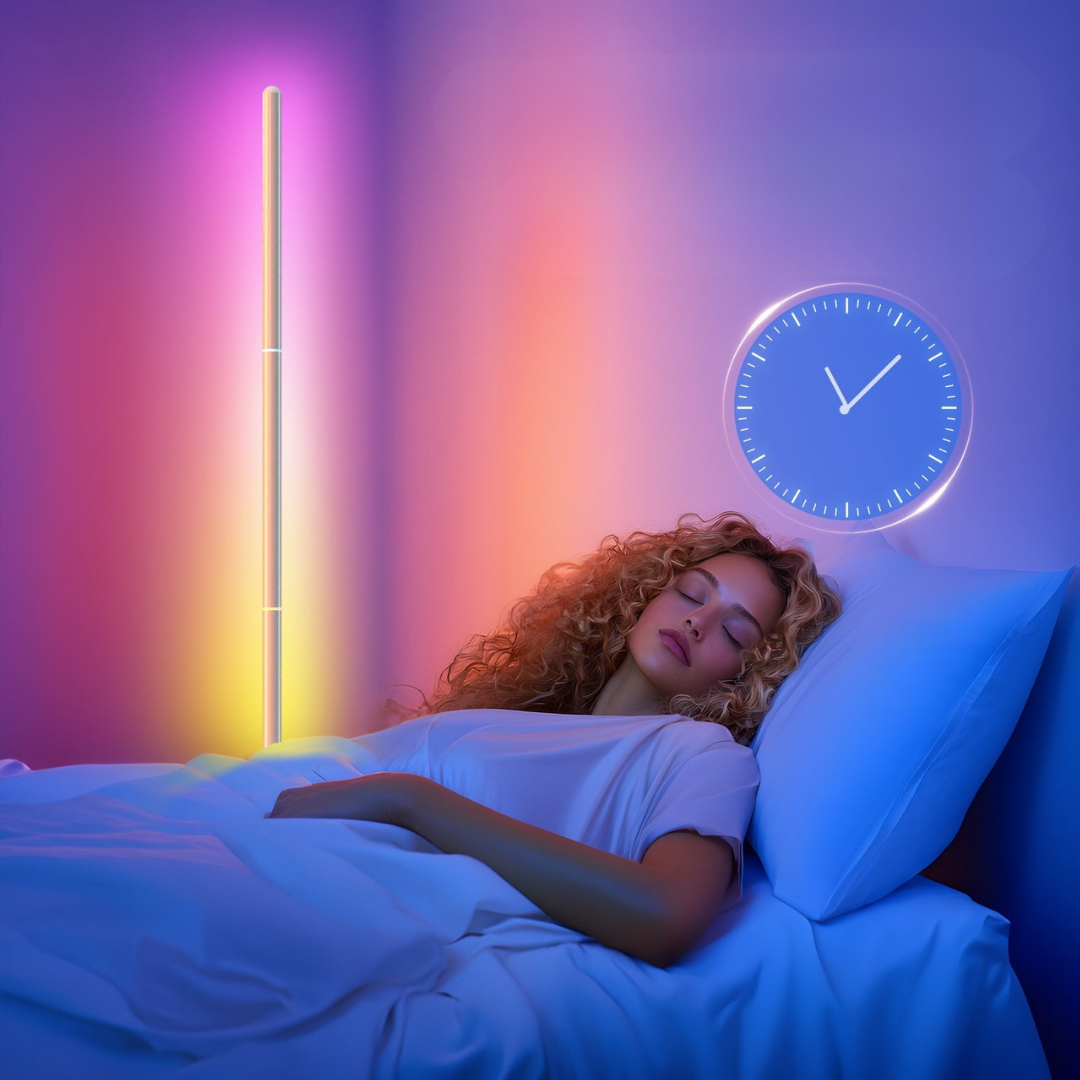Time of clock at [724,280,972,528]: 11:07
